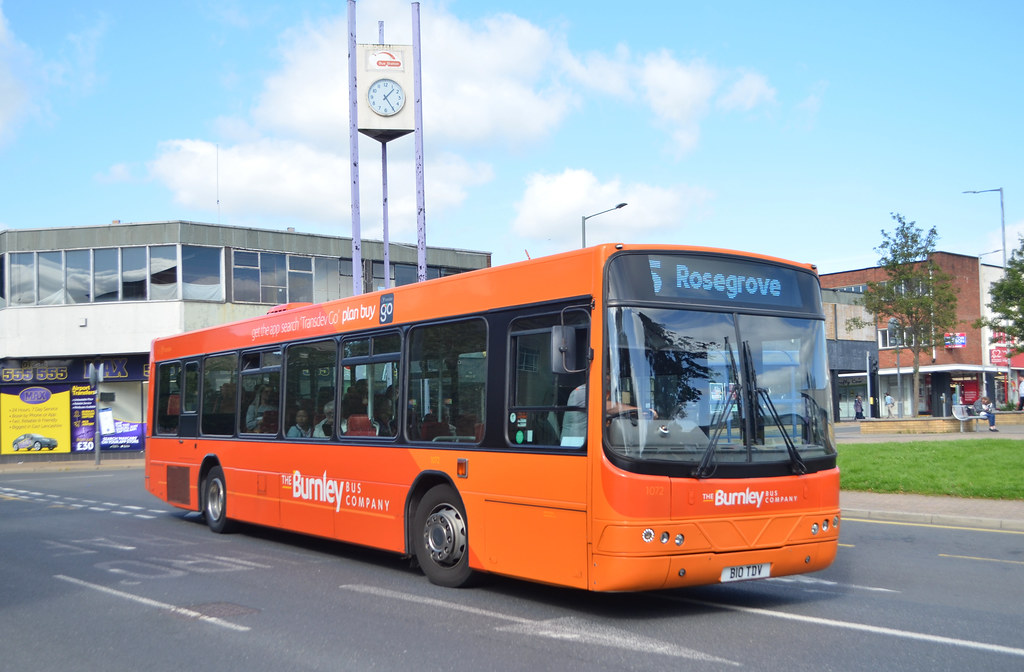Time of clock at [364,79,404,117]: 1:24
